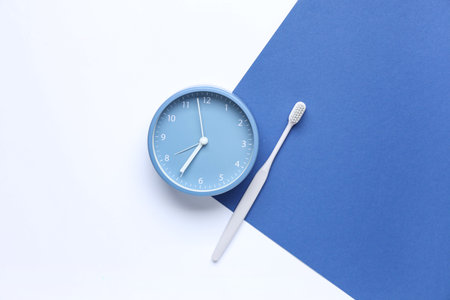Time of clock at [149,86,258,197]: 6:58
